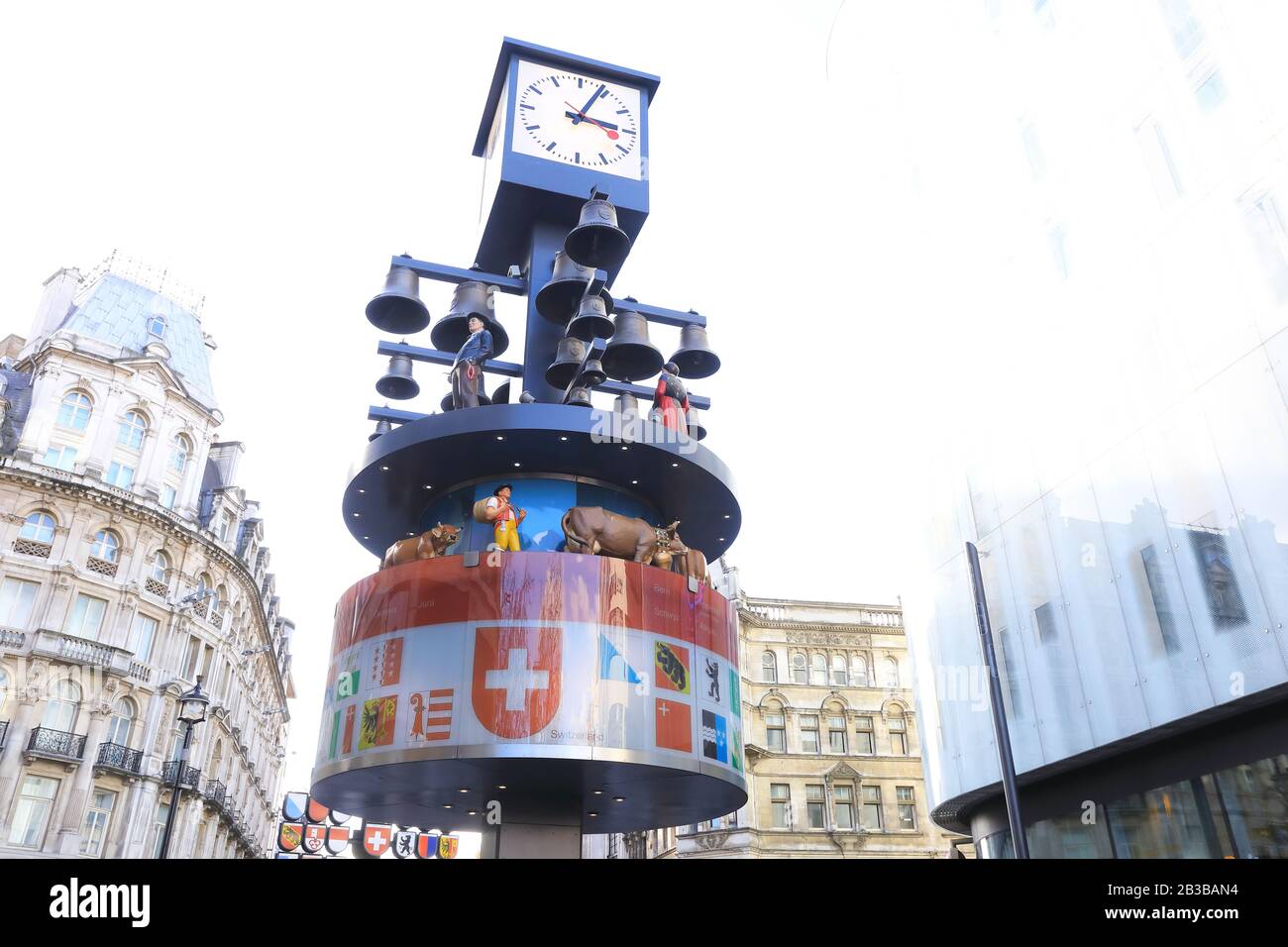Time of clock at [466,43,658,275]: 3:04
